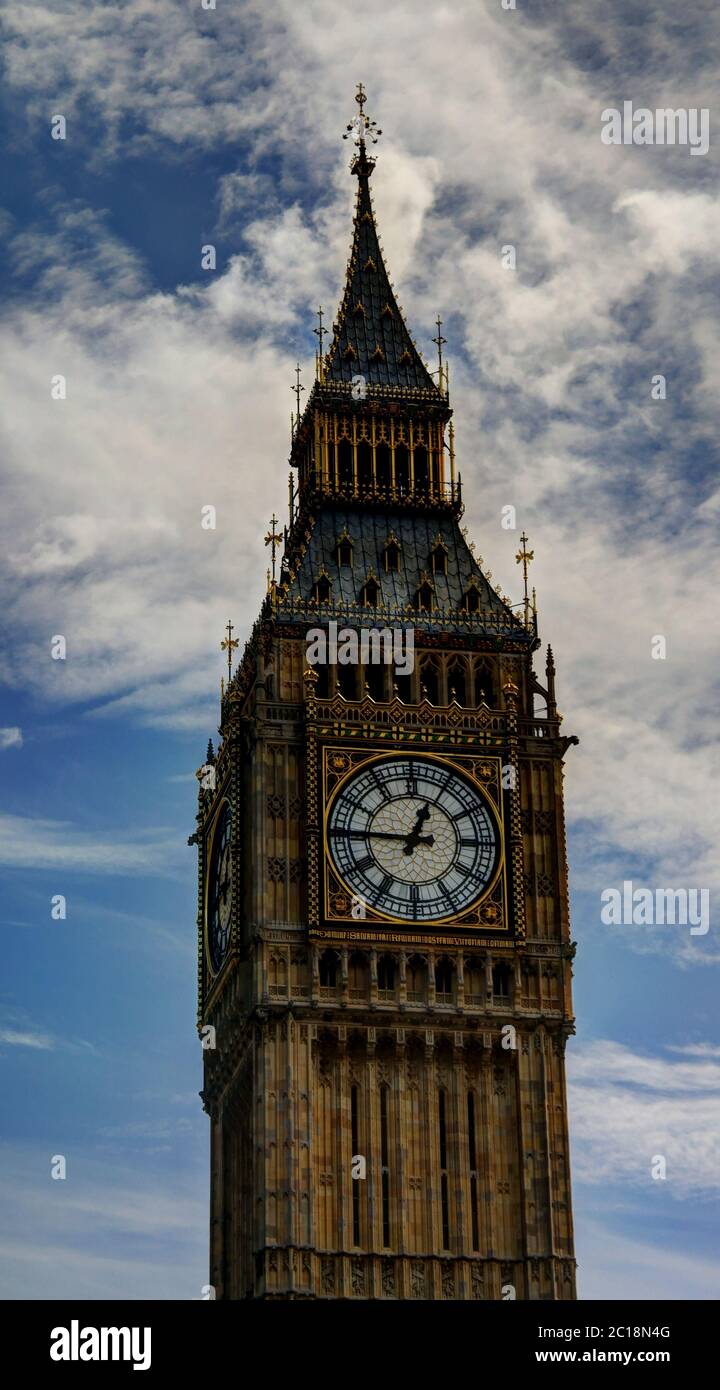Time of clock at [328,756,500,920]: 12:45
